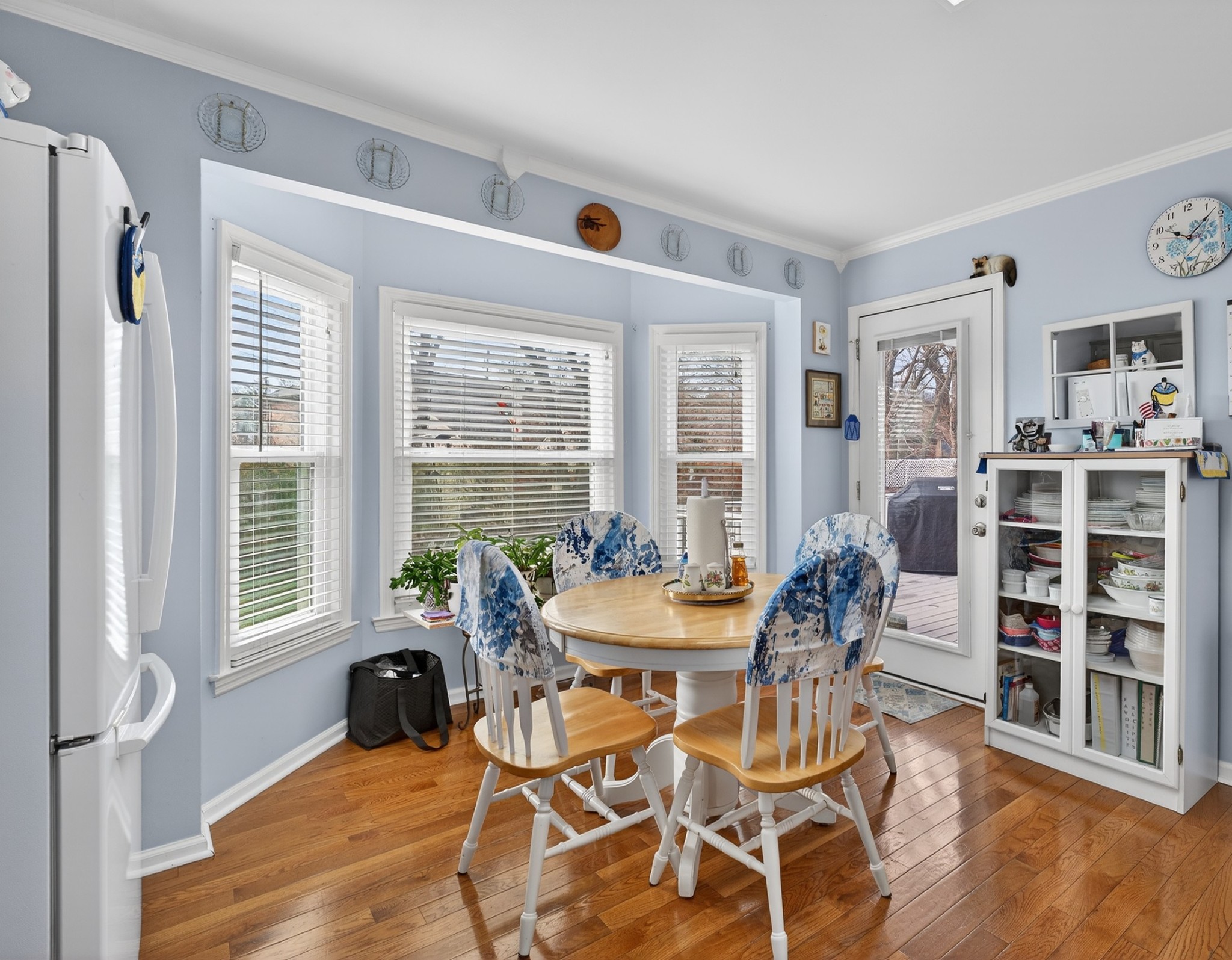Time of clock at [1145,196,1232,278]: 10:07
